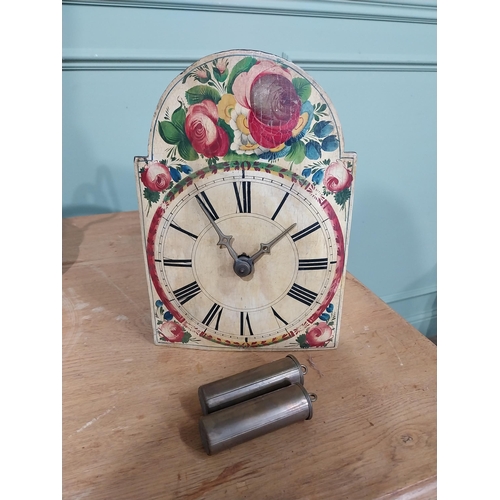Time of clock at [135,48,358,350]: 1:54
